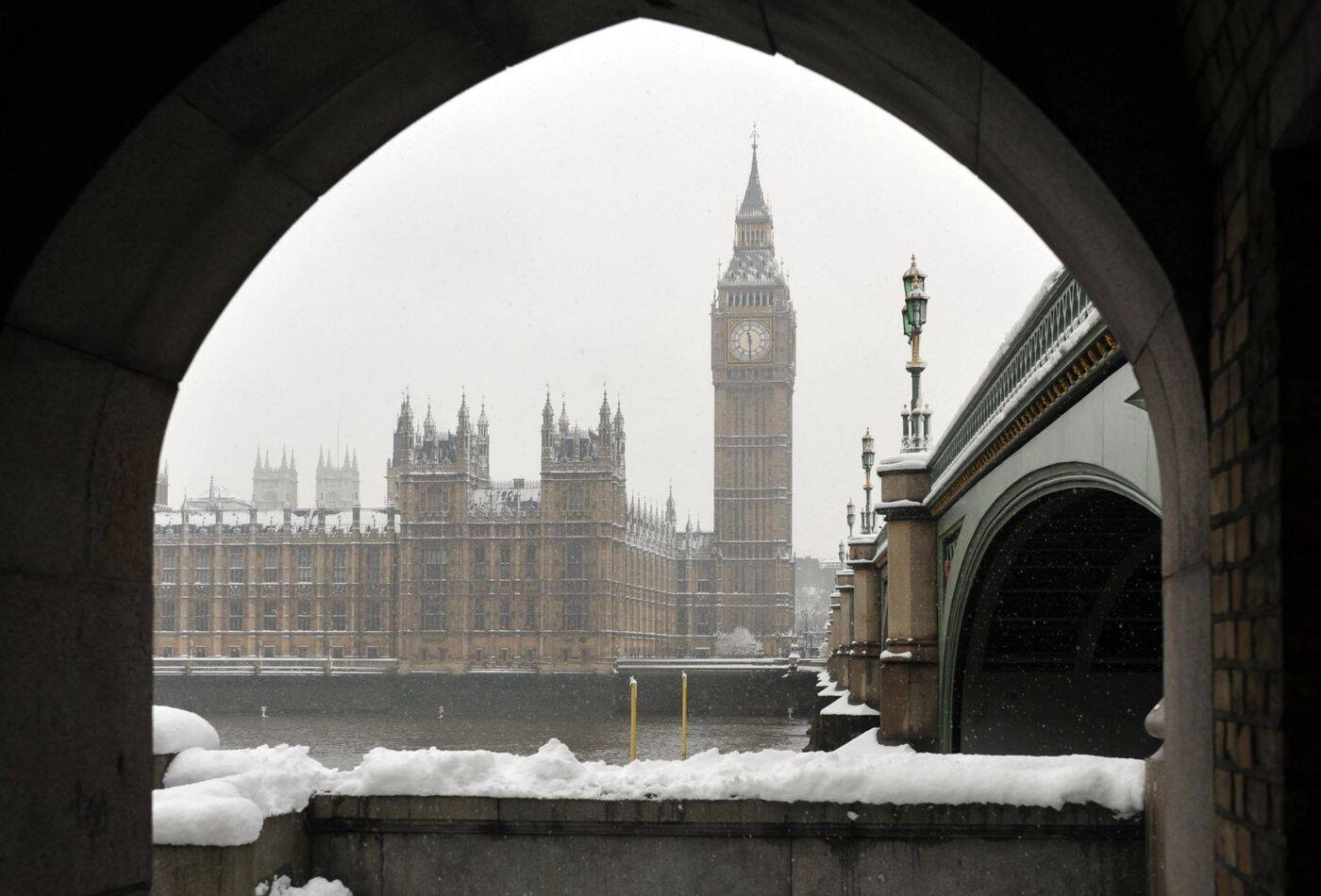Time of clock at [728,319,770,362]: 11:29
